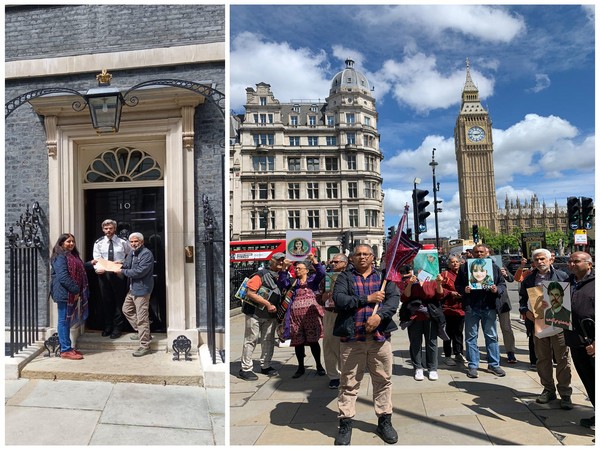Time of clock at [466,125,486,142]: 2:46
